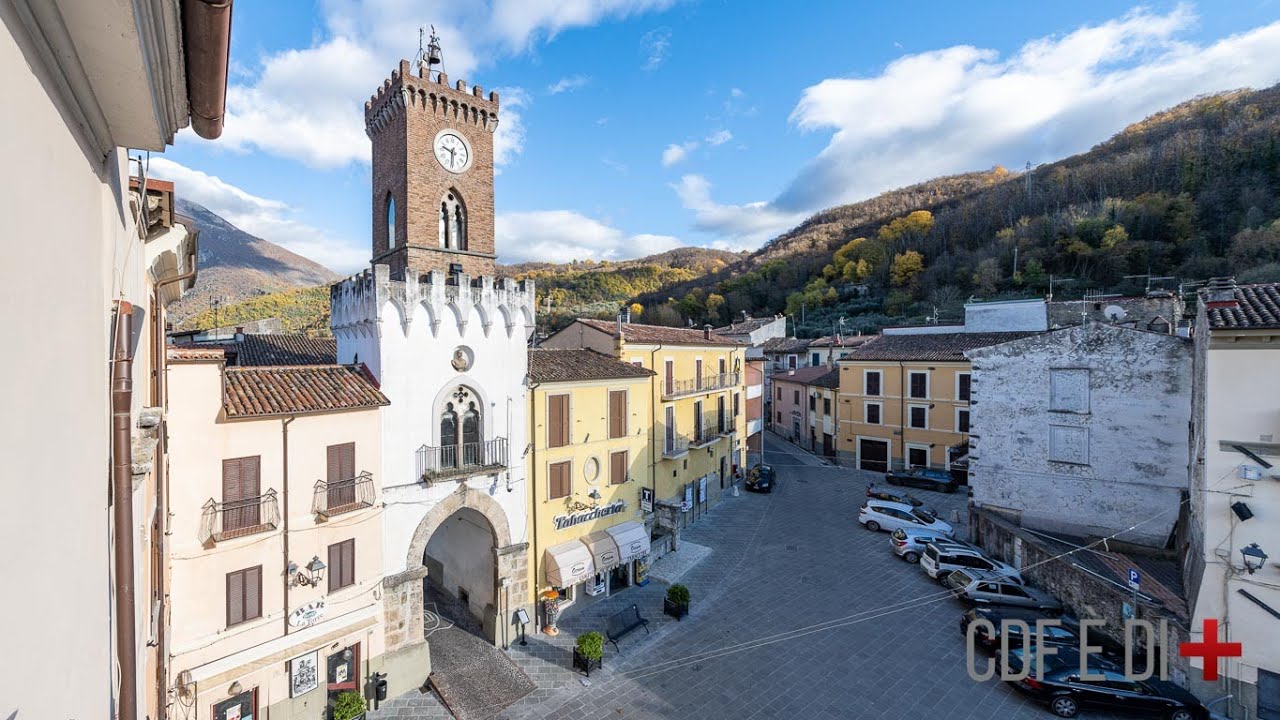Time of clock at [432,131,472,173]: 9:31
